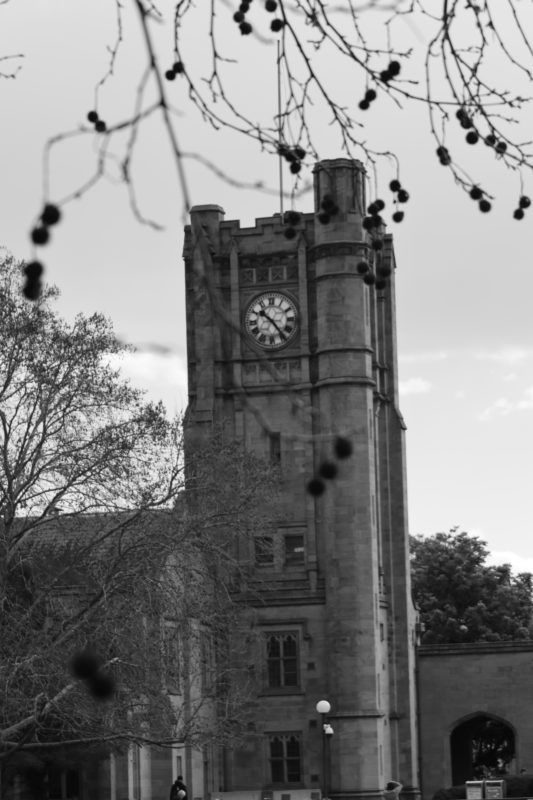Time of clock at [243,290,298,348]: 10:23
